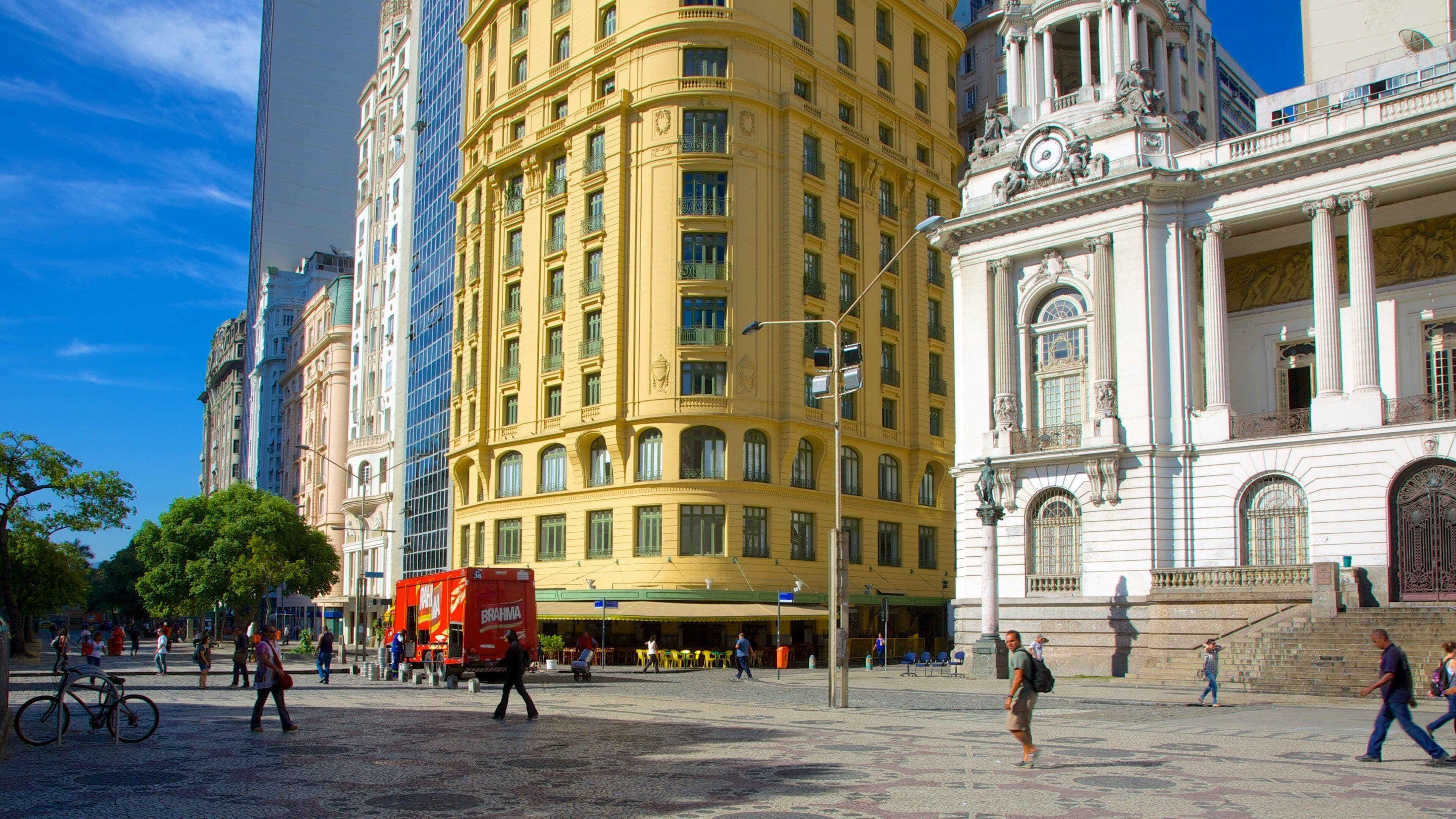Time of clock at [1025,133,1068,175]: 7:38
